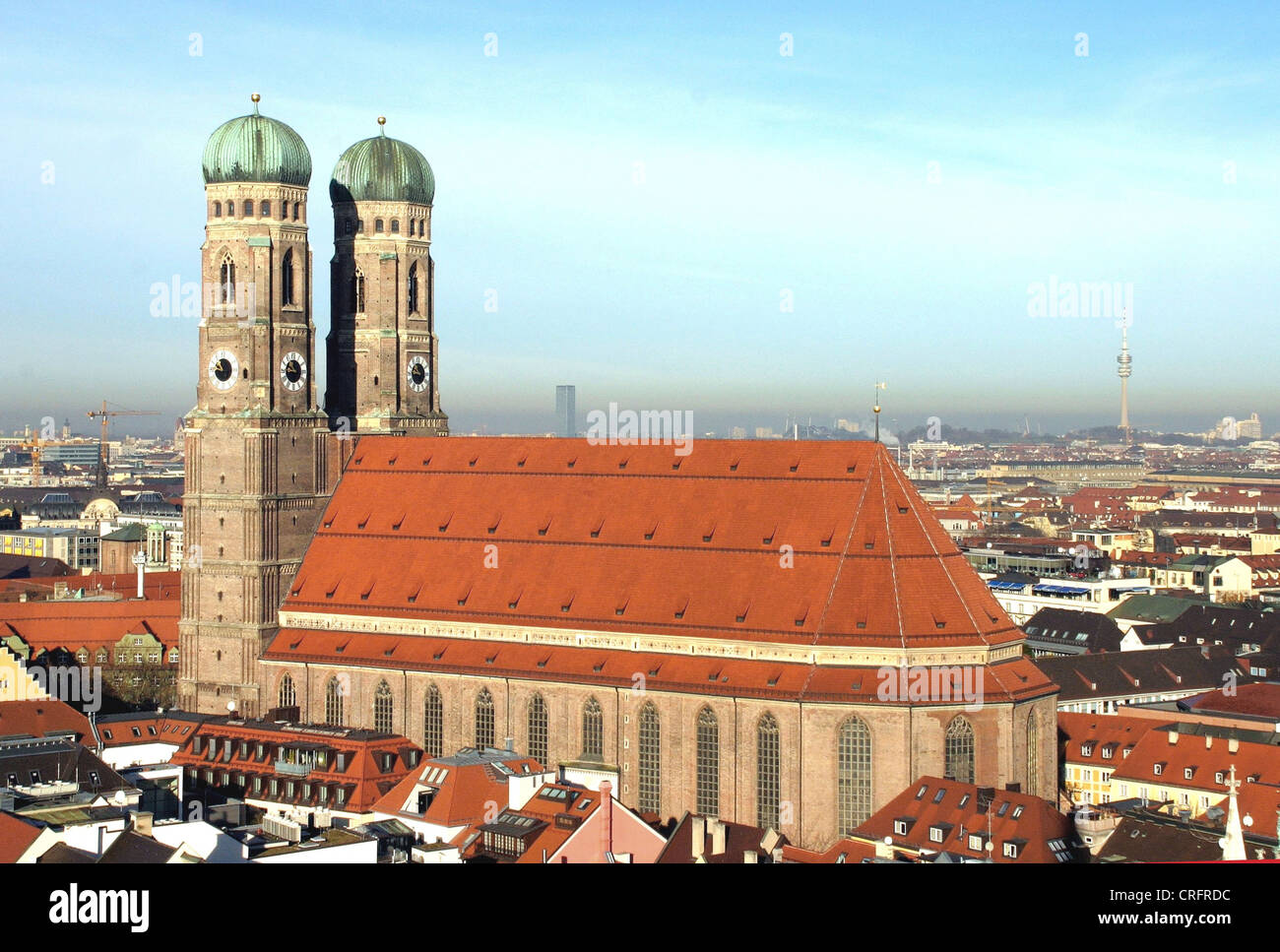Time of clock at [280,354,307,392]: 10:45
